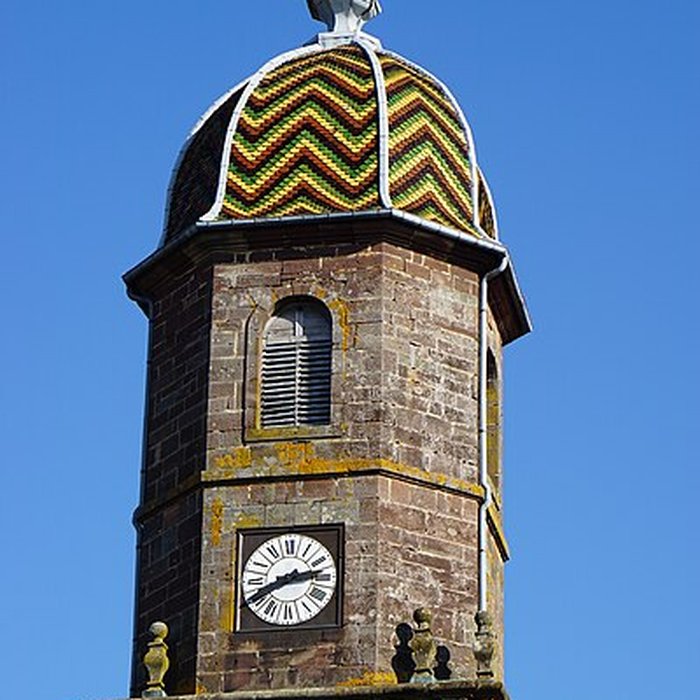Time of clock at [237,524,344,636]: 2:40
